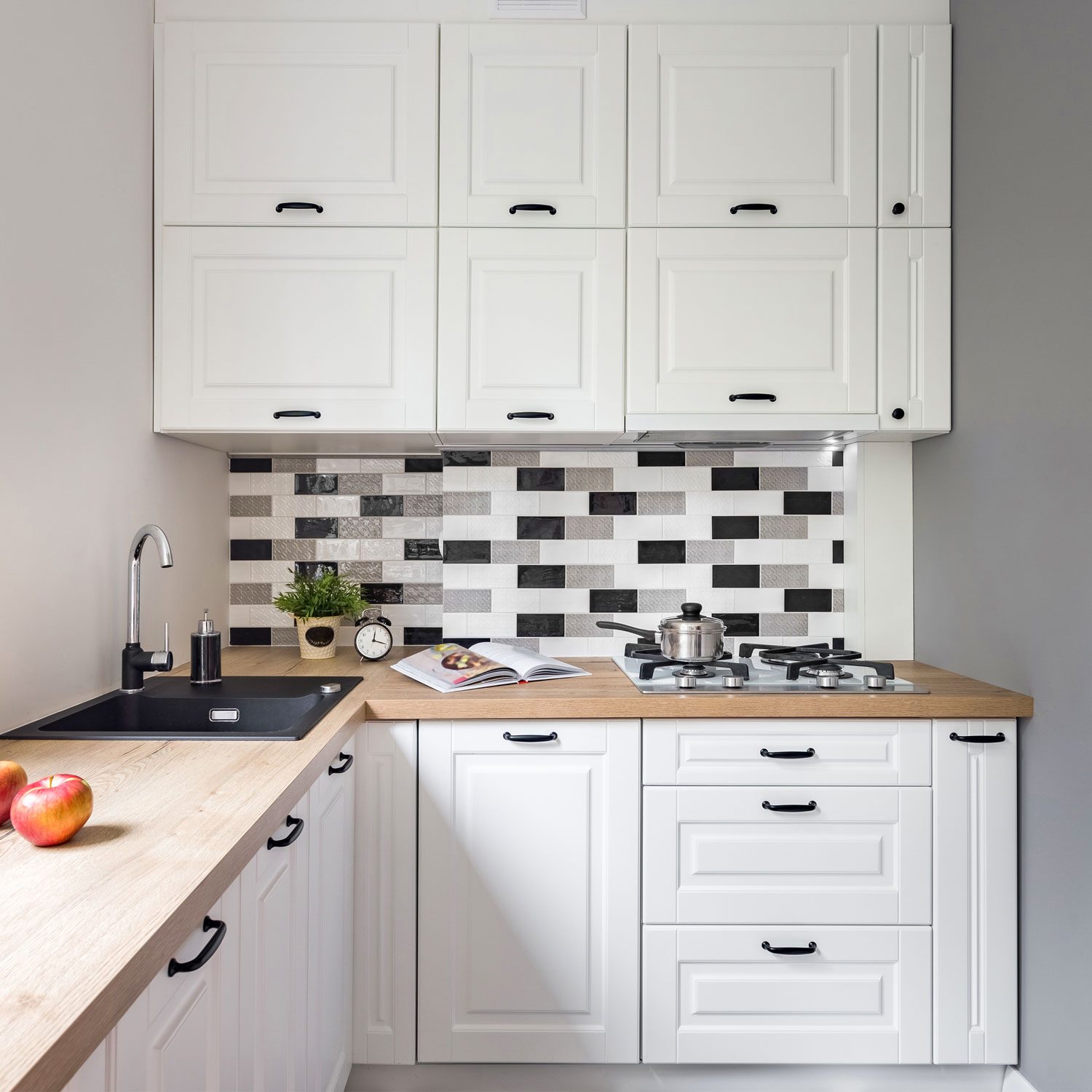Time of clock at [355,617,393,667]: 12:18
